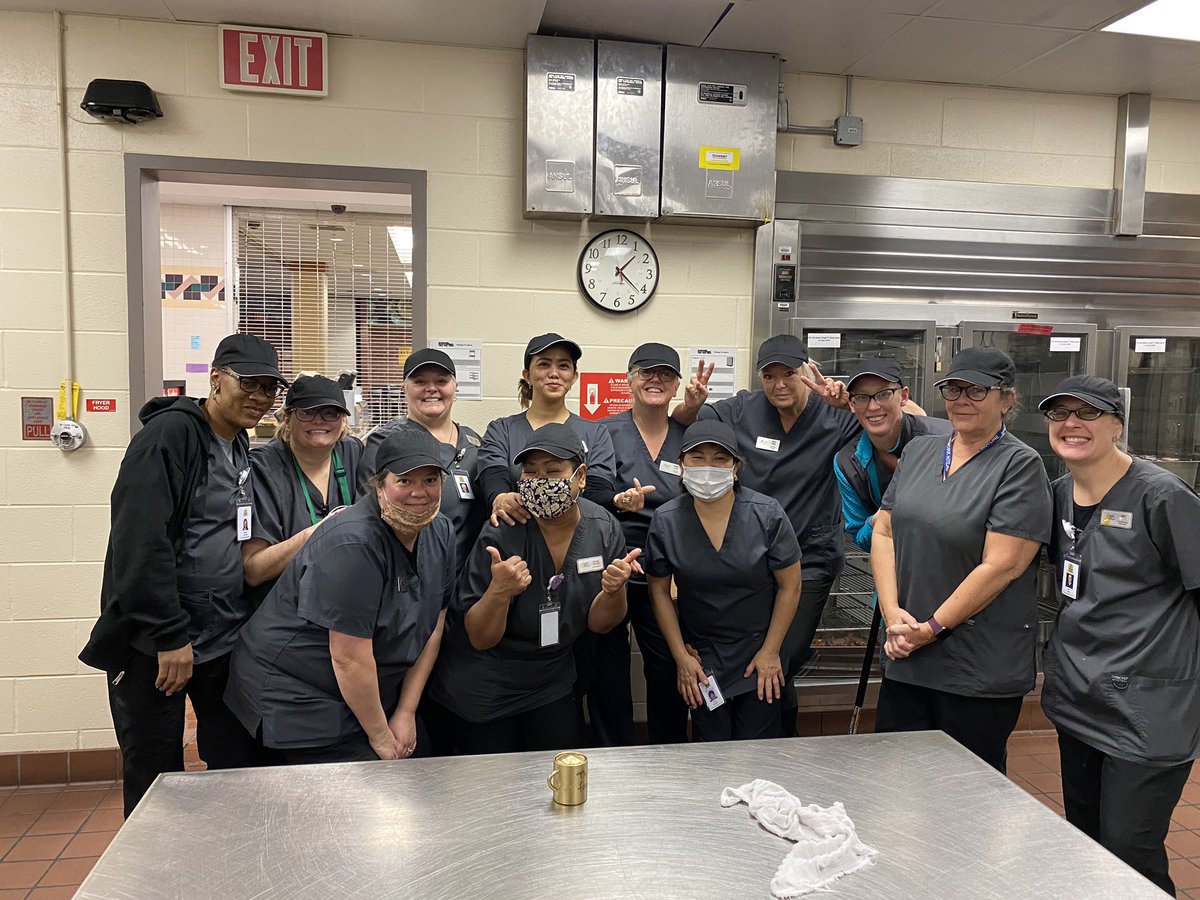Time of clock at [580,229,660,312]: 1:21
